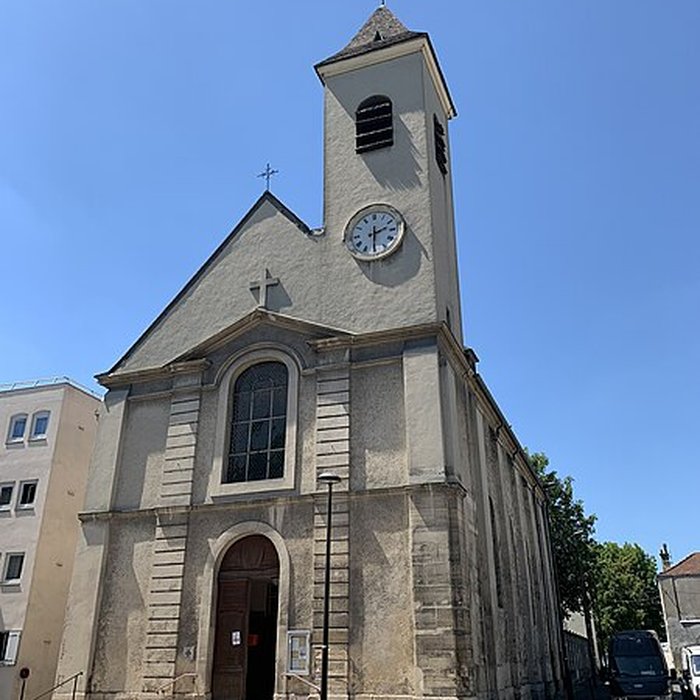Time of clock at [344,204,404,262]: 2:30
